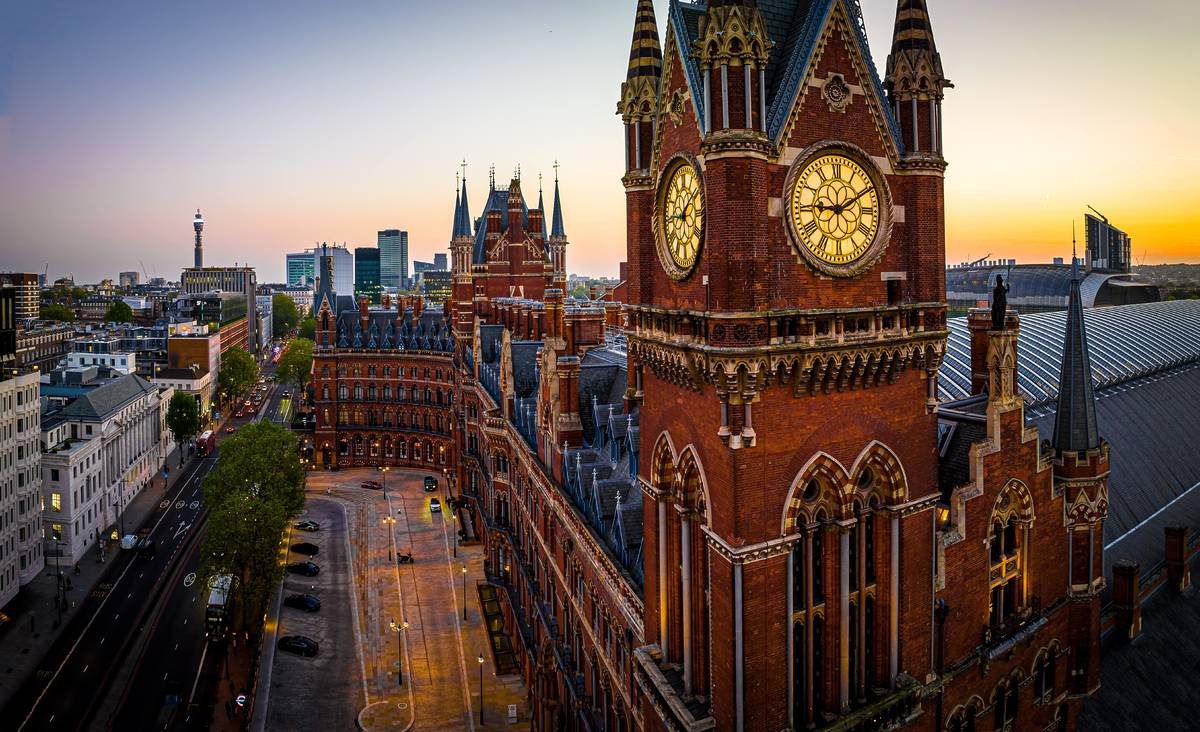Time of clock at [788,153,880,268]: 9:10
